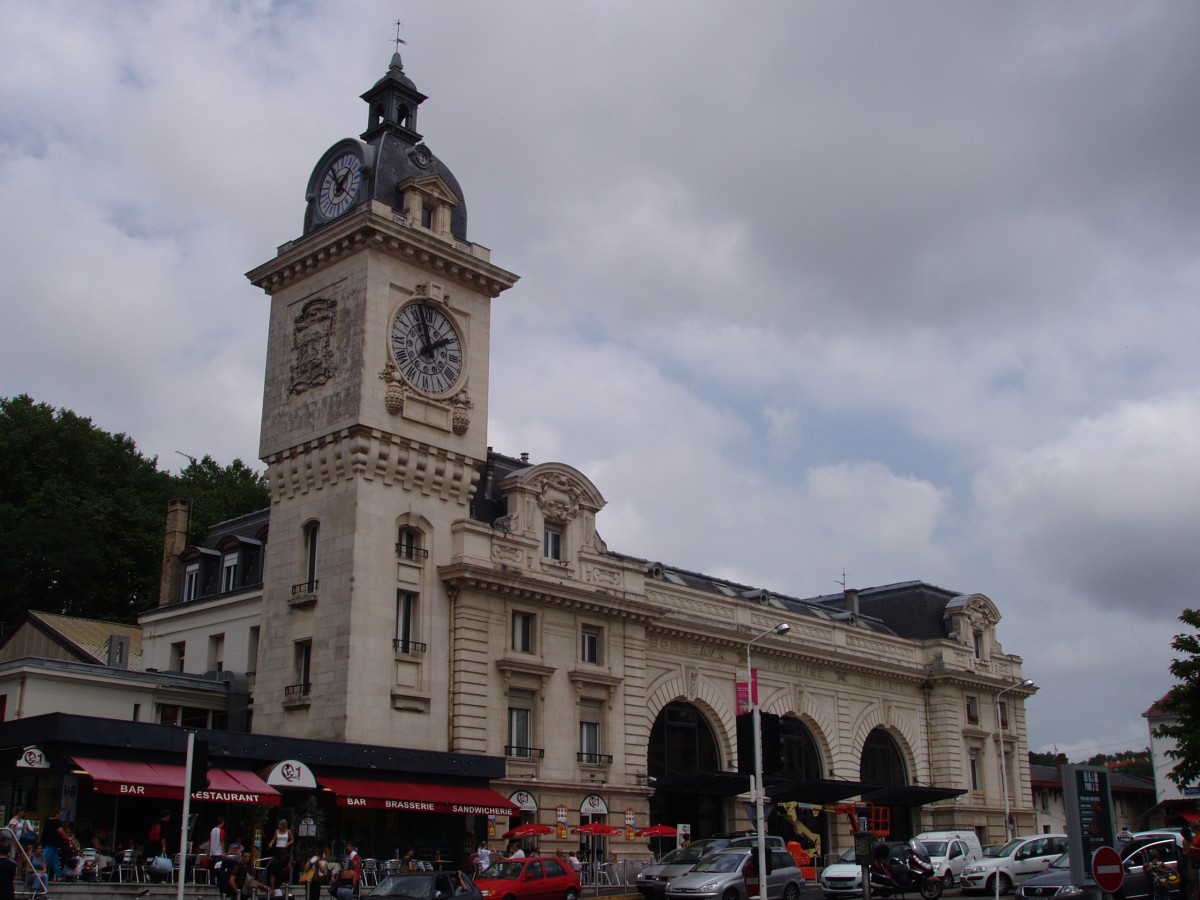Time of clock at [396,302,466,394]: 1:57
